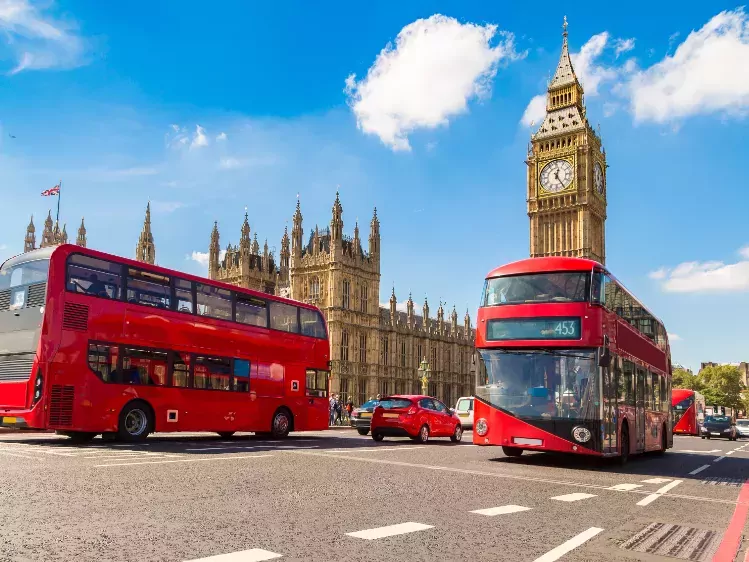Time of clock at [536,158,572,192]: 12:24
